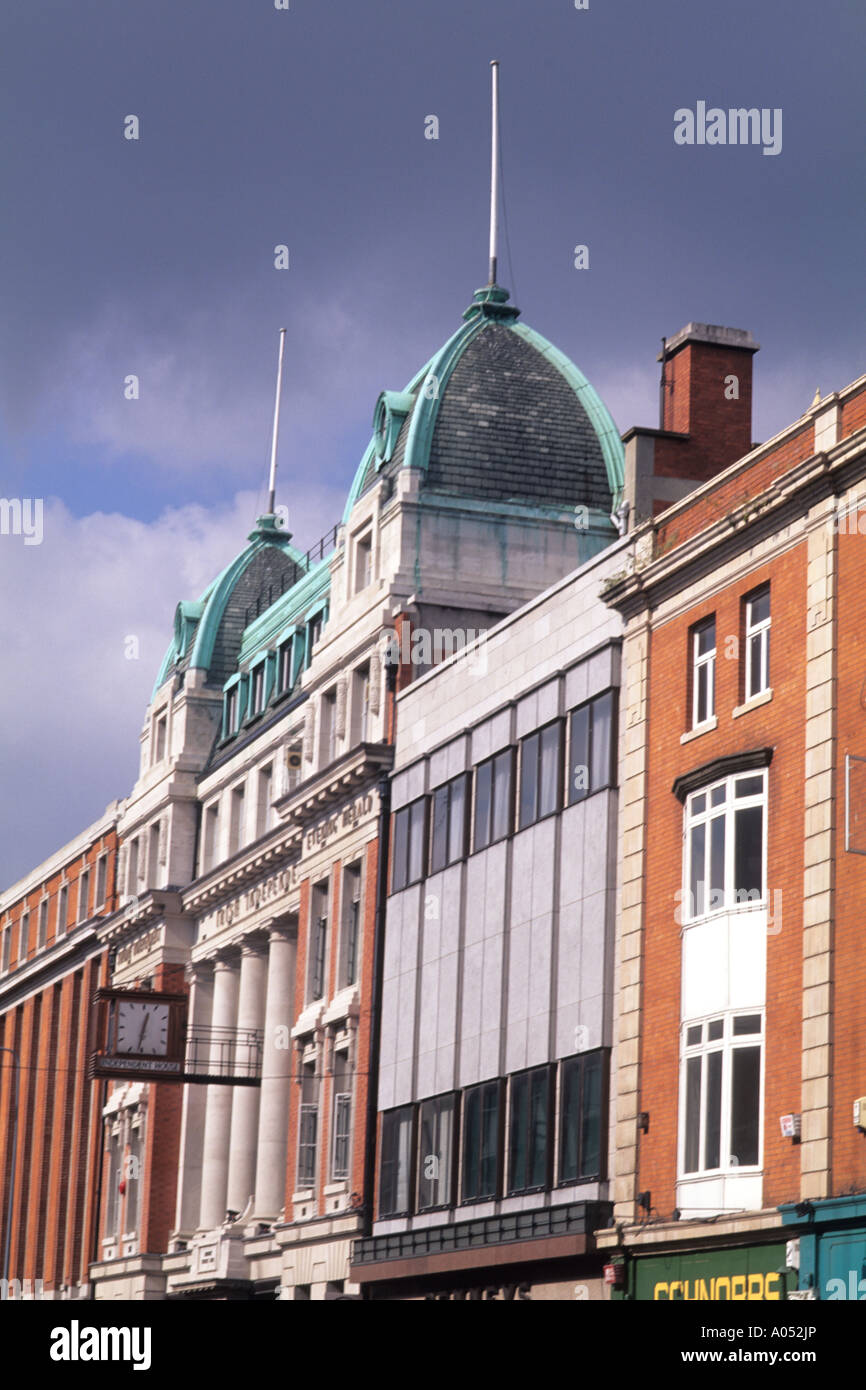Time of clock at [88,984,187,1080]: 12:32
